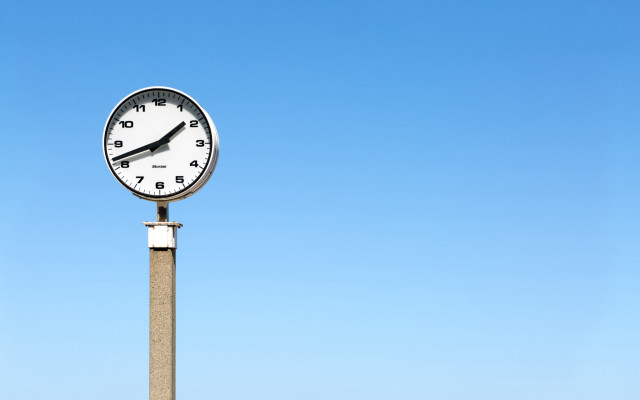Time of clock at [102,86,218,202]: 1:41
